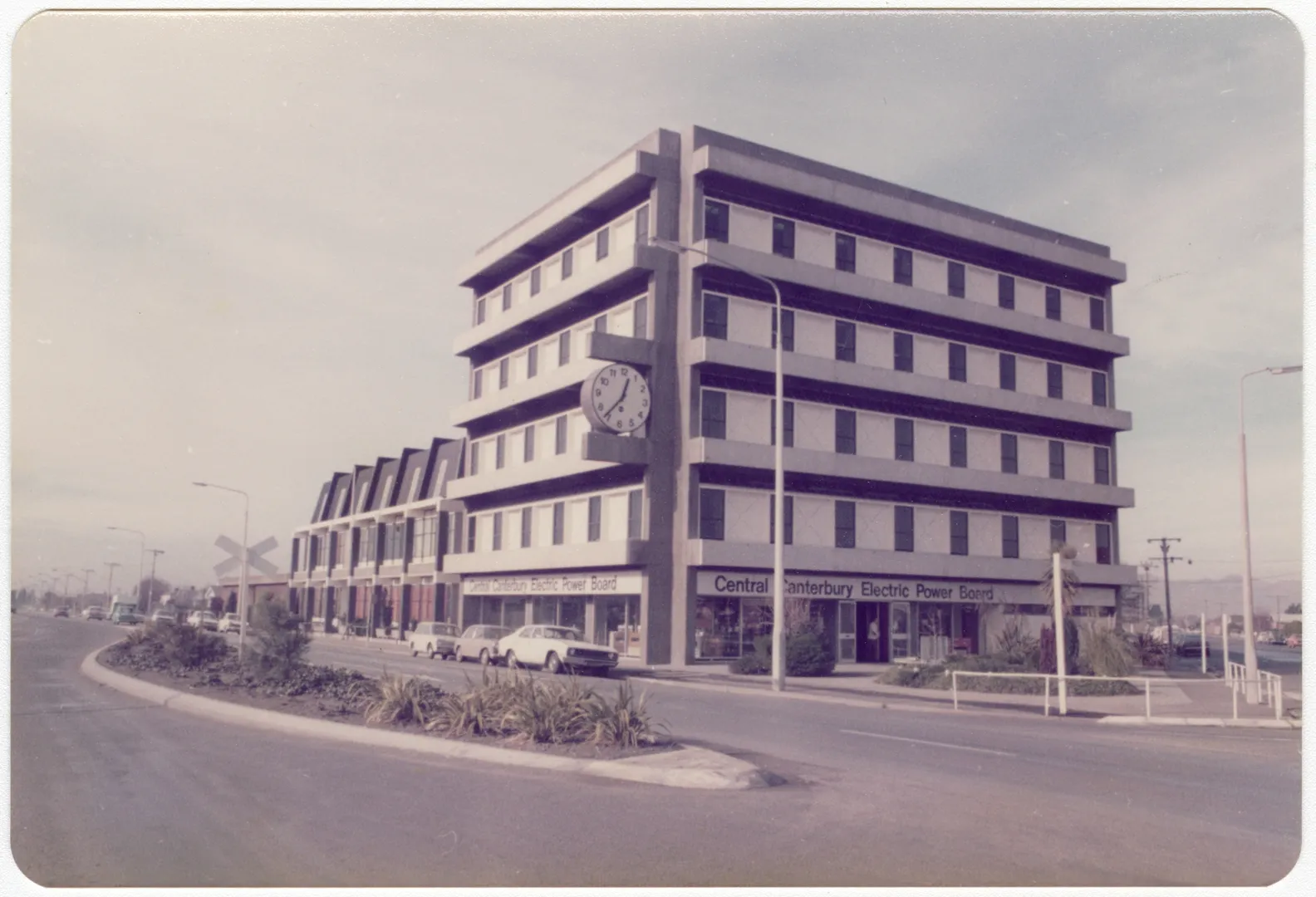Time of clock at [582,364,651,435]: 12:36
